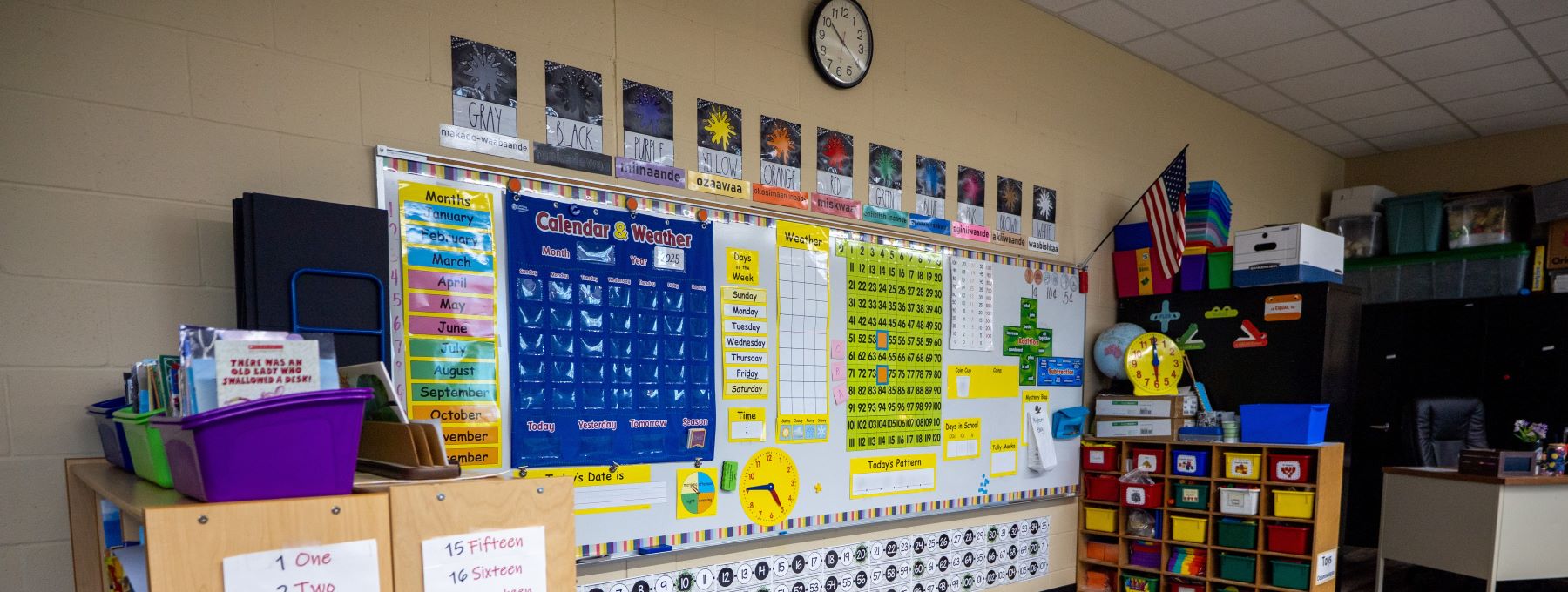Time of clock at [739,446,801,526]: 4:45
